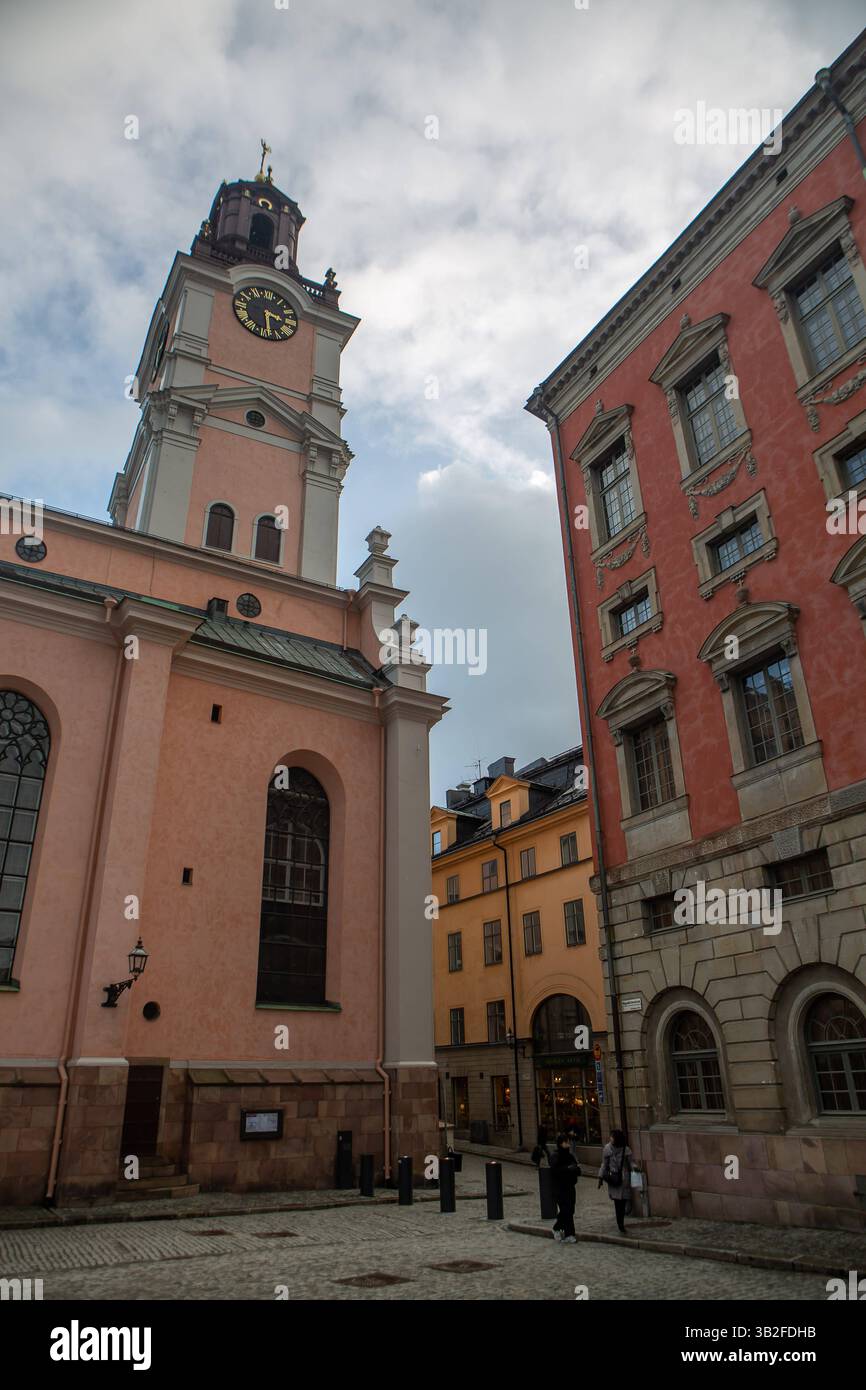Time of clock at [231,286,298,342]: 3:29
